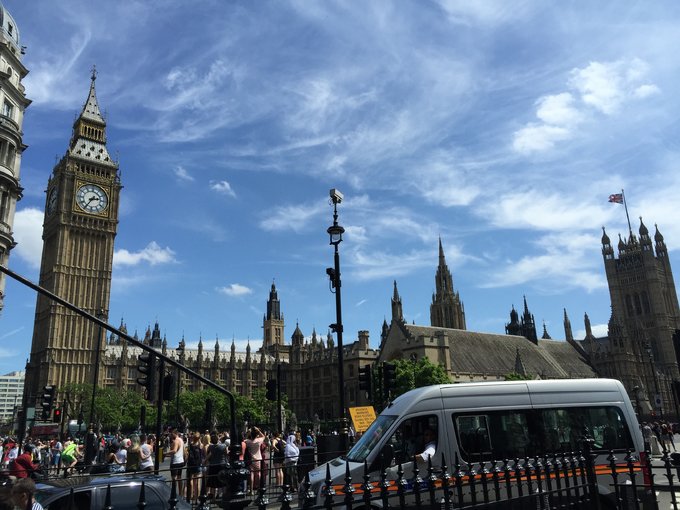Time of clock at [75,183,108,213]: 2:35
